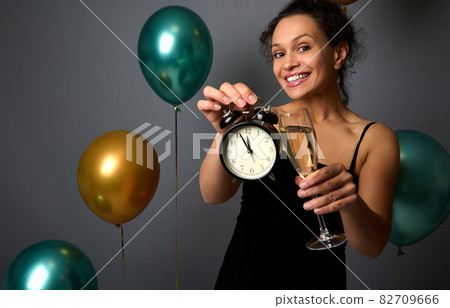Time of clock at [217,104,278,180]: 11:55
